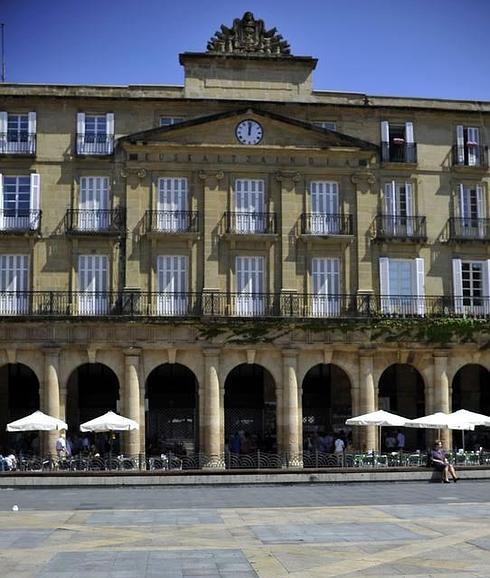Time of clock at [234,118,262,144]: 12:01
